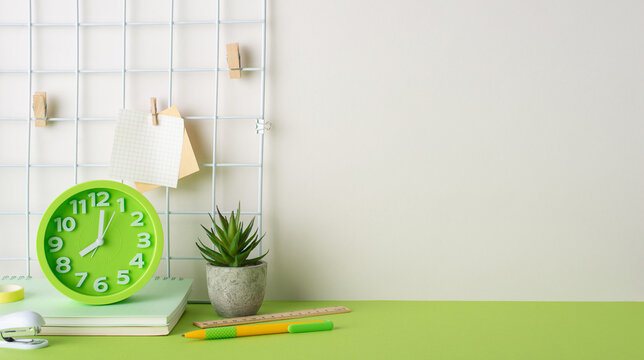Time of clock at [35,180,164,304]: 8:00
